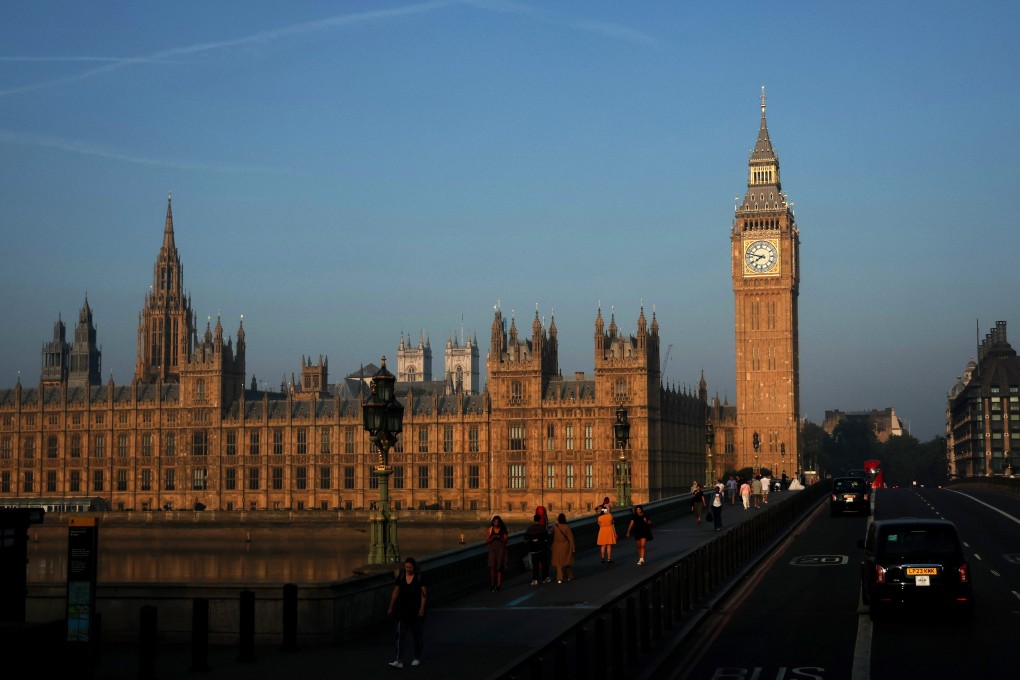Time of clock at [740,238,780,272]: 7:47
